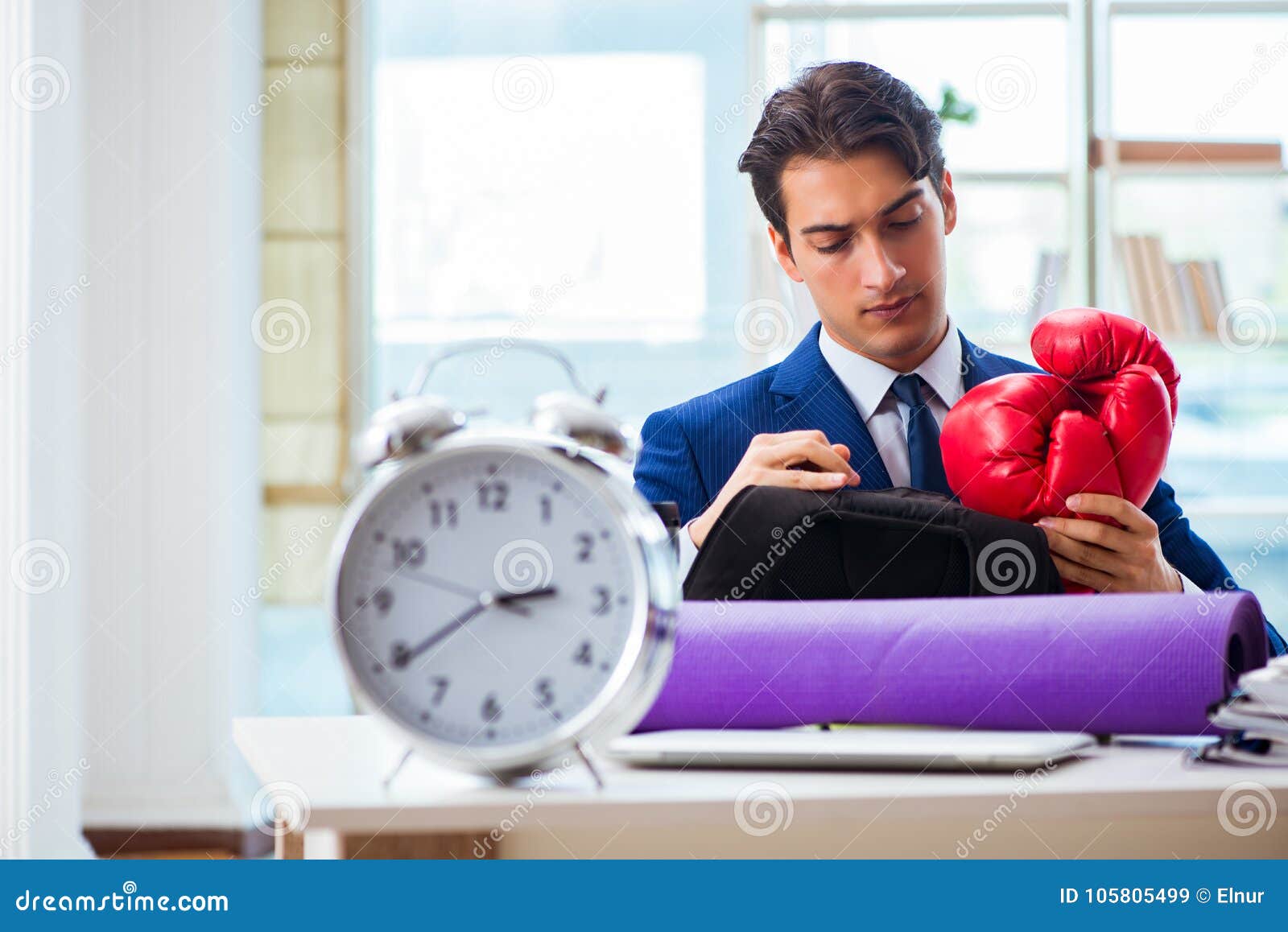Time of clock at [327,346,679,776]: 2:39
